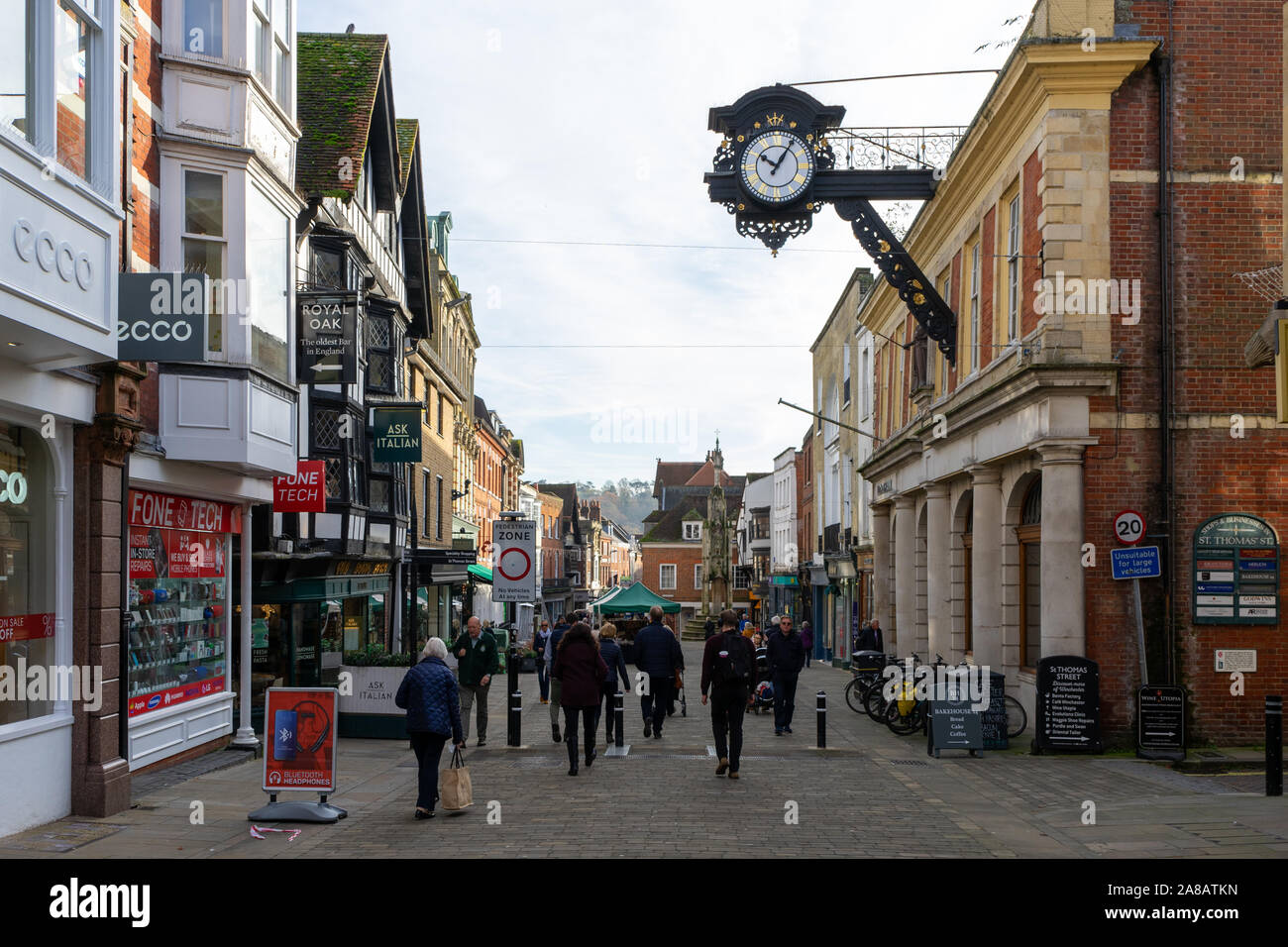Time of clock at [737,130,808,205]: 10:05
